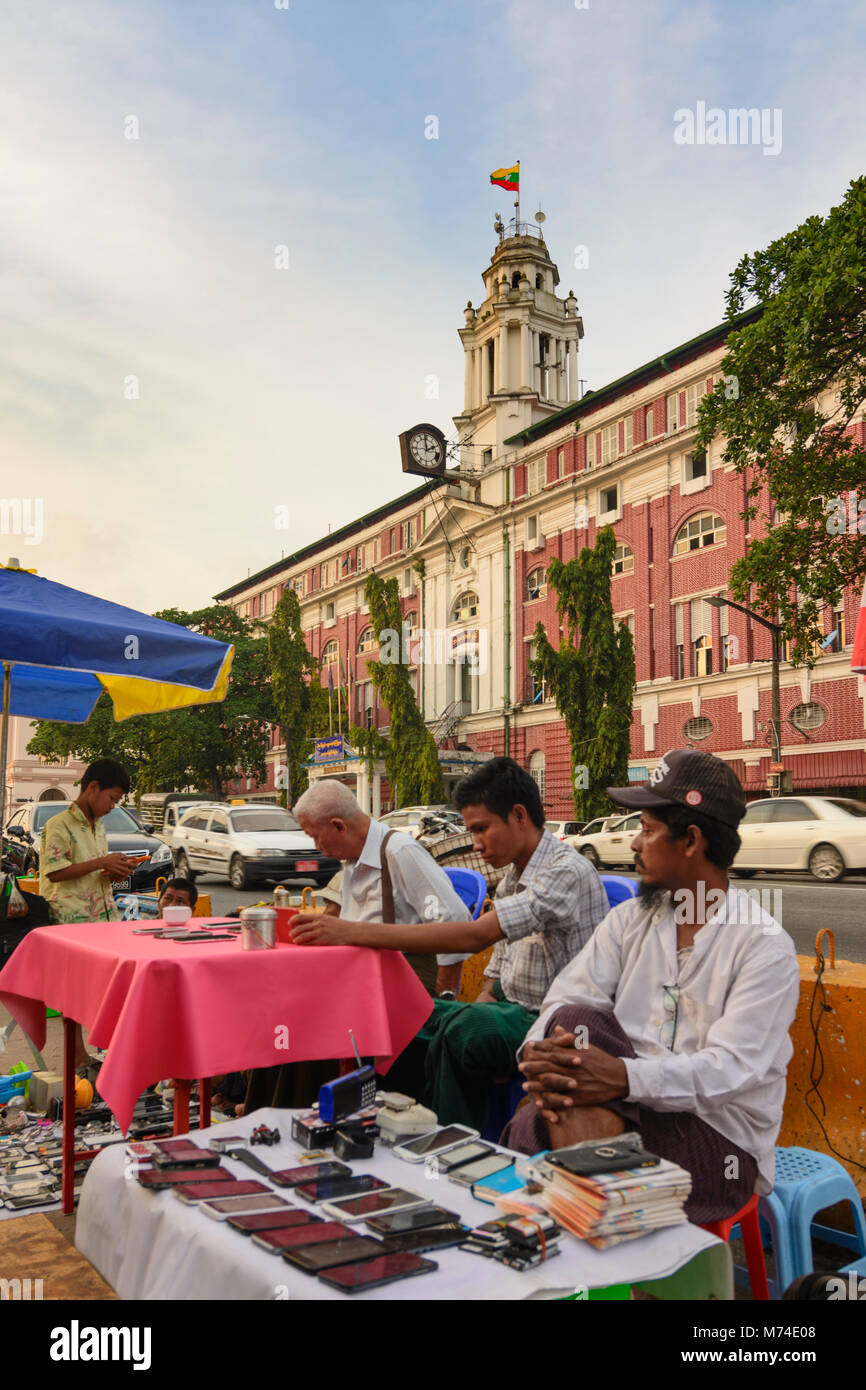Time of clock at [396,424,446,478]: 1:59
